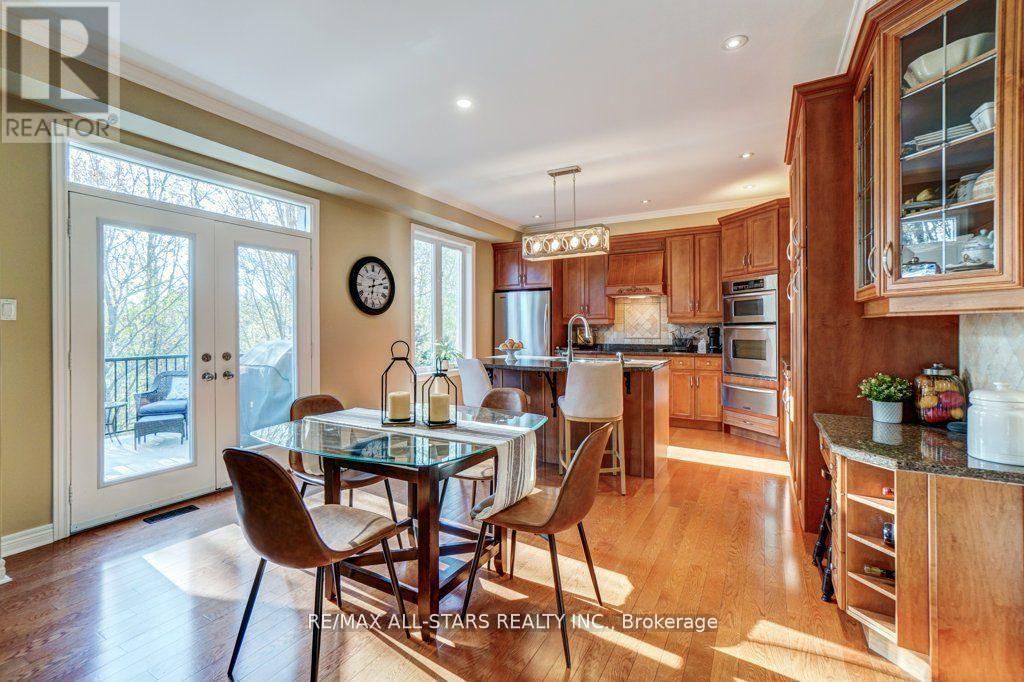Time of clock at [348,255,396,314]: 12:12
